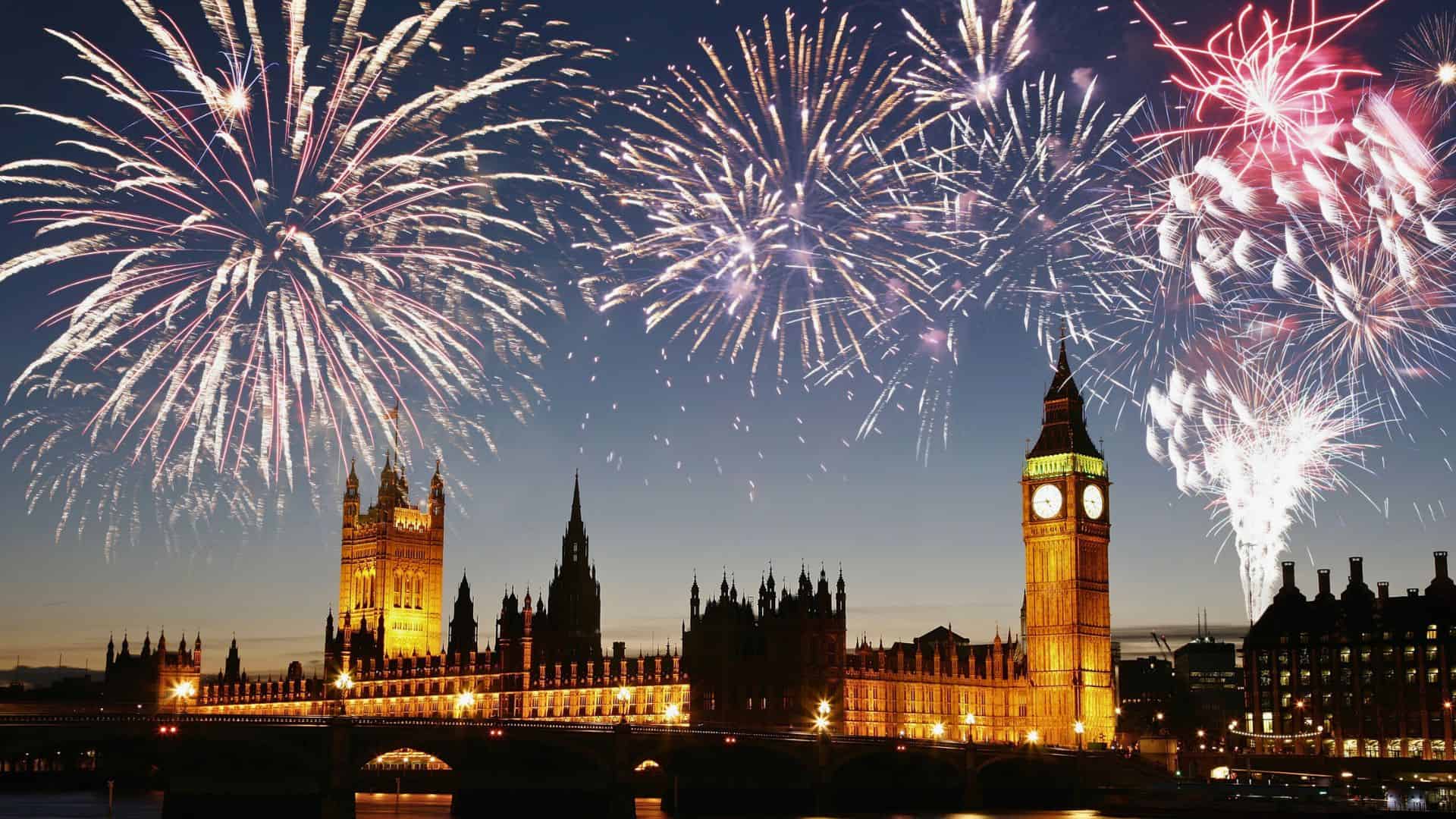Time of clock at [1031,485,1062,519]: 4:44
